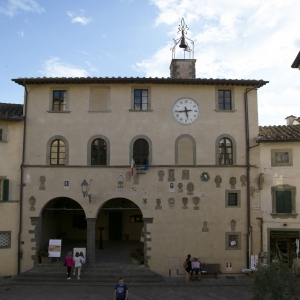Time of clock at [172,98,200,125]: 5:43
